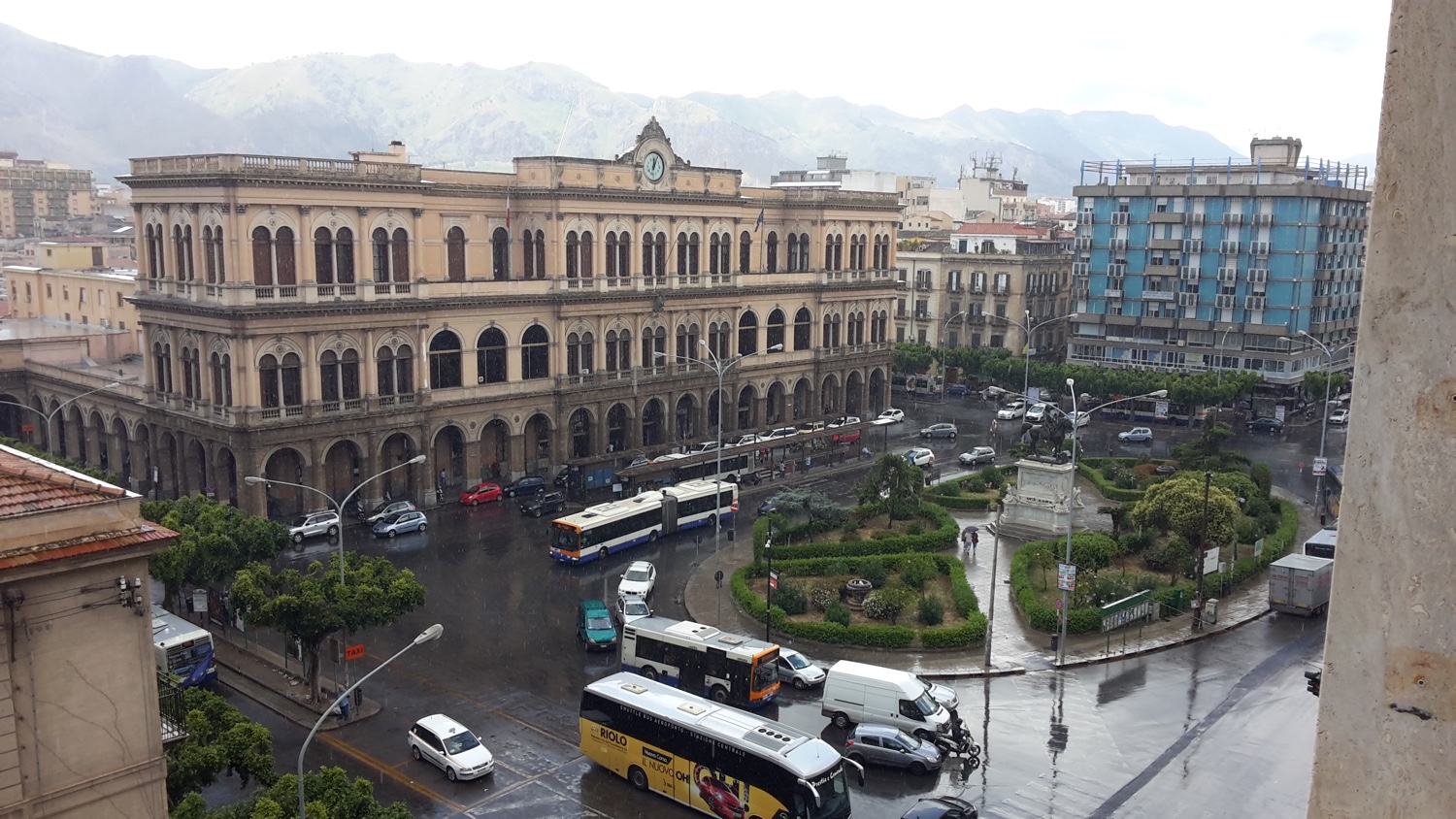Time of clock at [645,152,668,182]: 12:04
